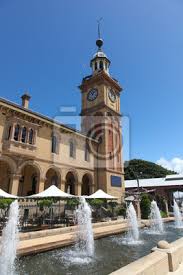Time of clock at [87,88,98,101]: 11:07
